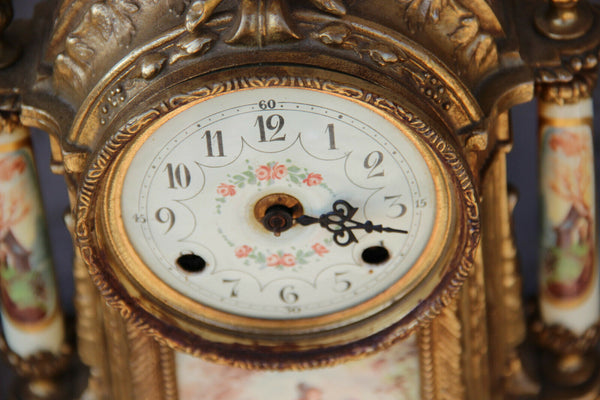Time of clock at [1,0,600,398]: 3:17
